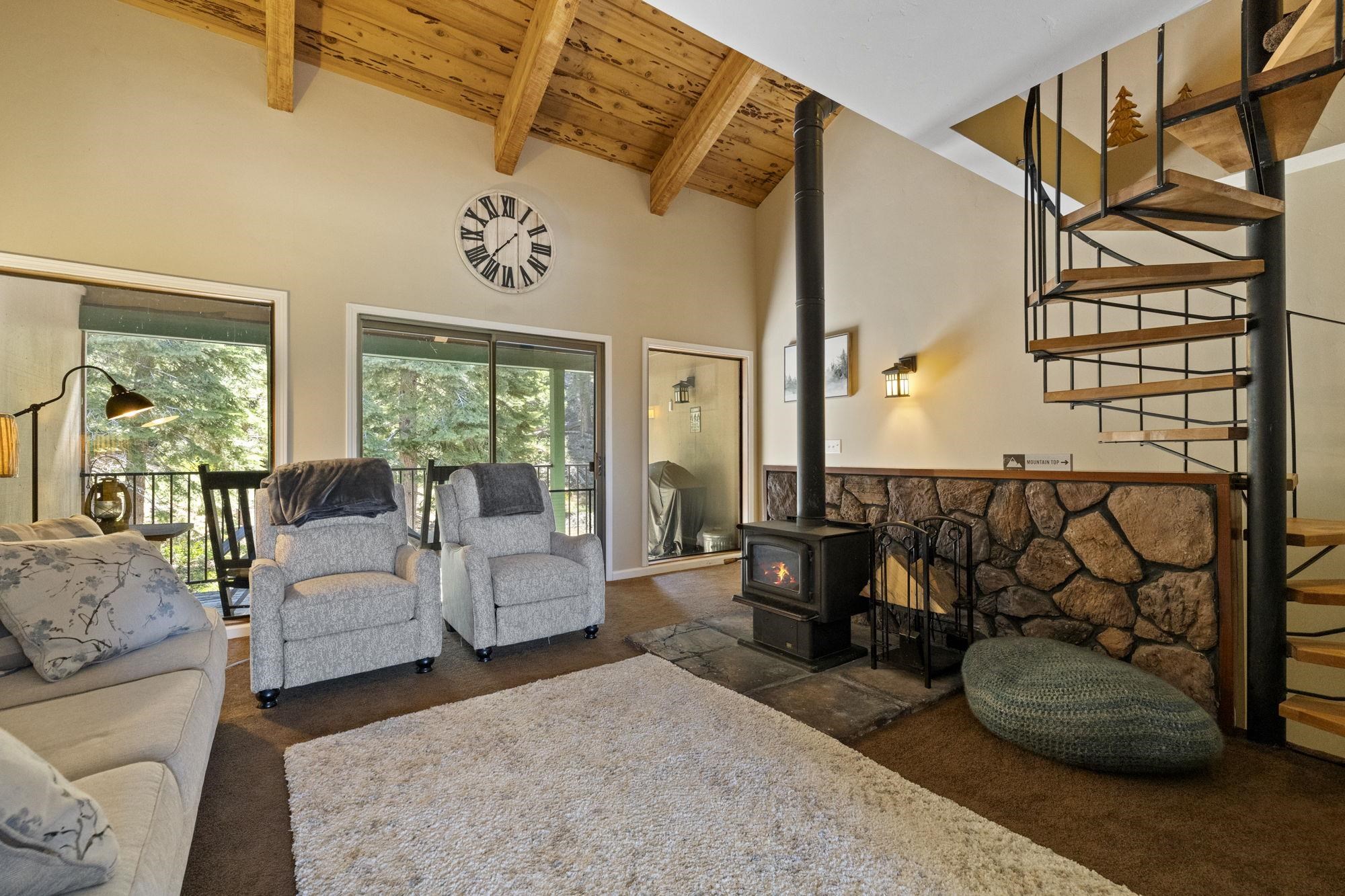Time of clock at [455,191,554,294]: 1:37
